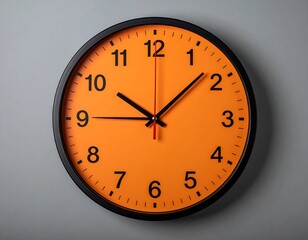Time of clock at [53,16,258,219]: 10:07
